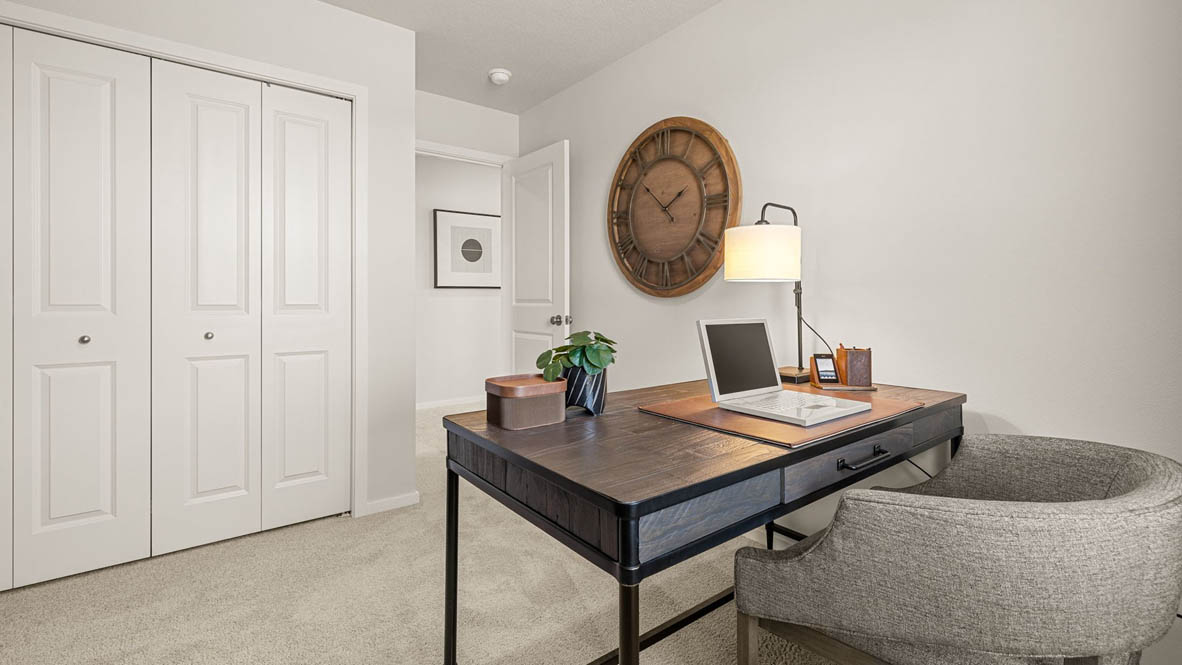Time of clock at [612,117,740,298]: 1:52
